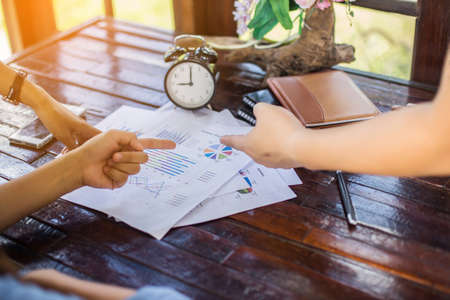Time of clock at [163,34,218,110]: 9:00
